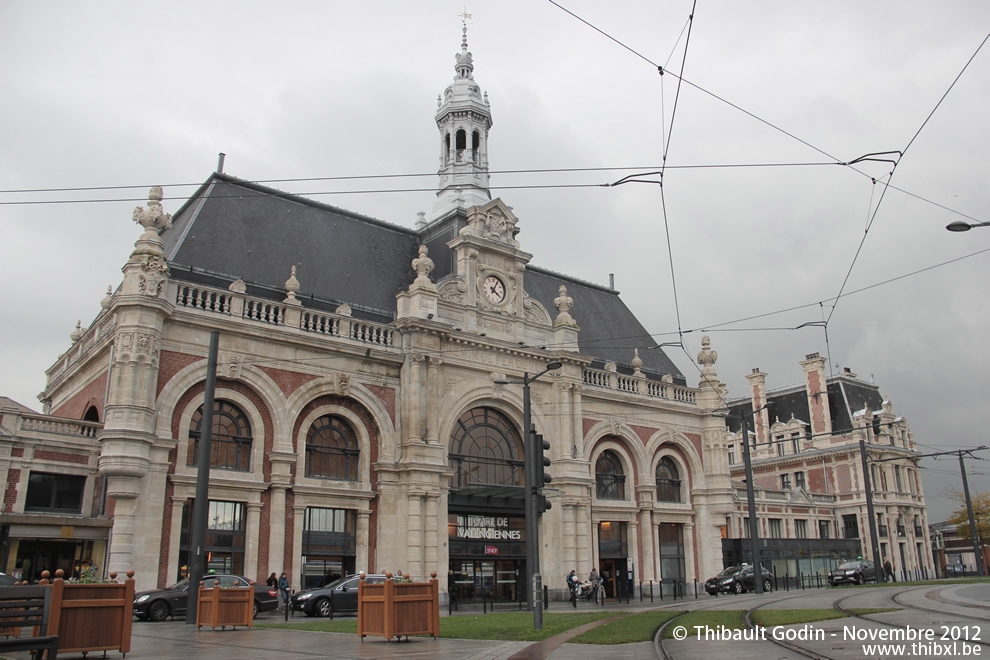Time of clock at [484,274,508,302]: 4:04
